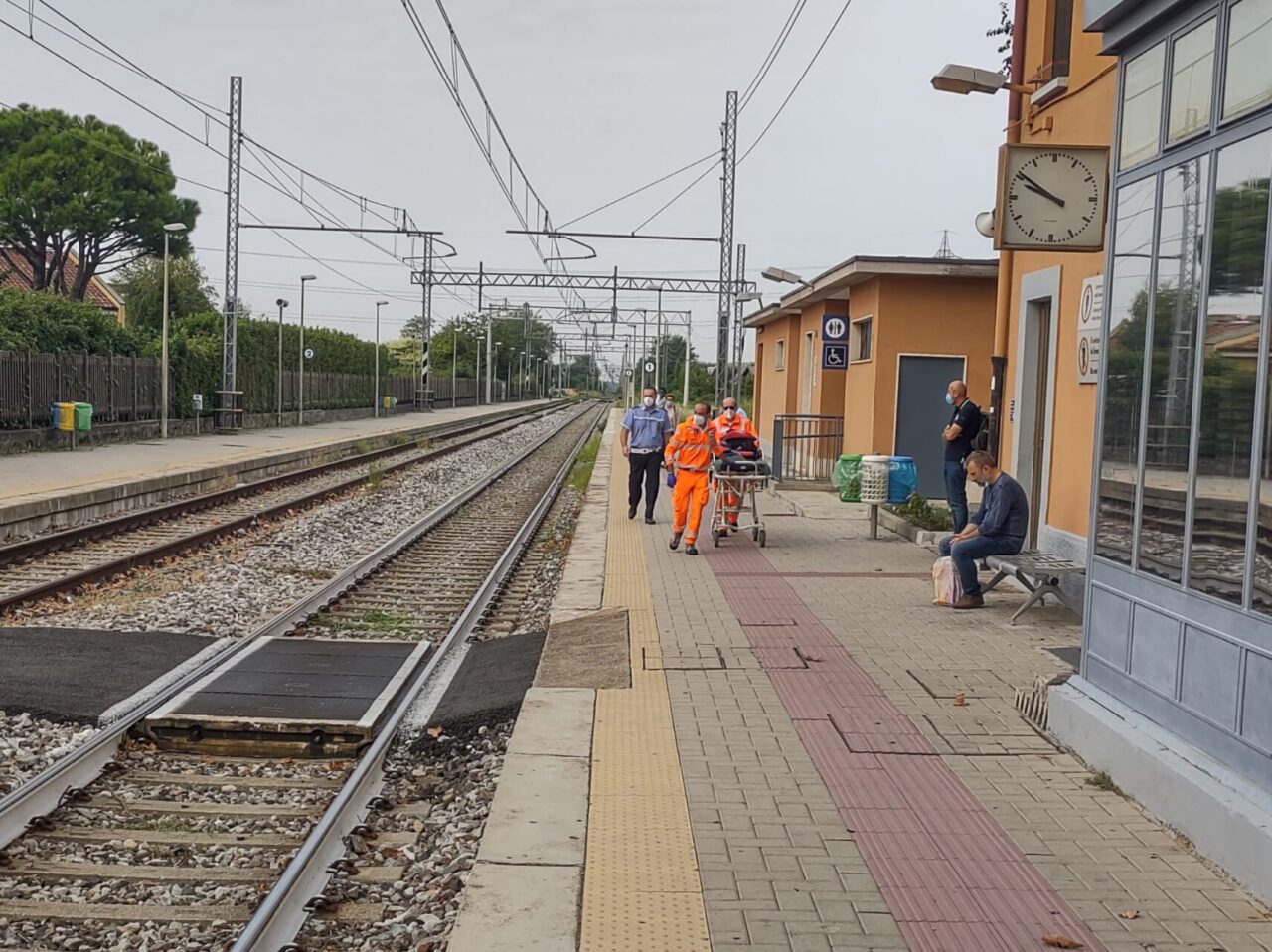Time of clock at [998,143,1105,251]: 9:50
